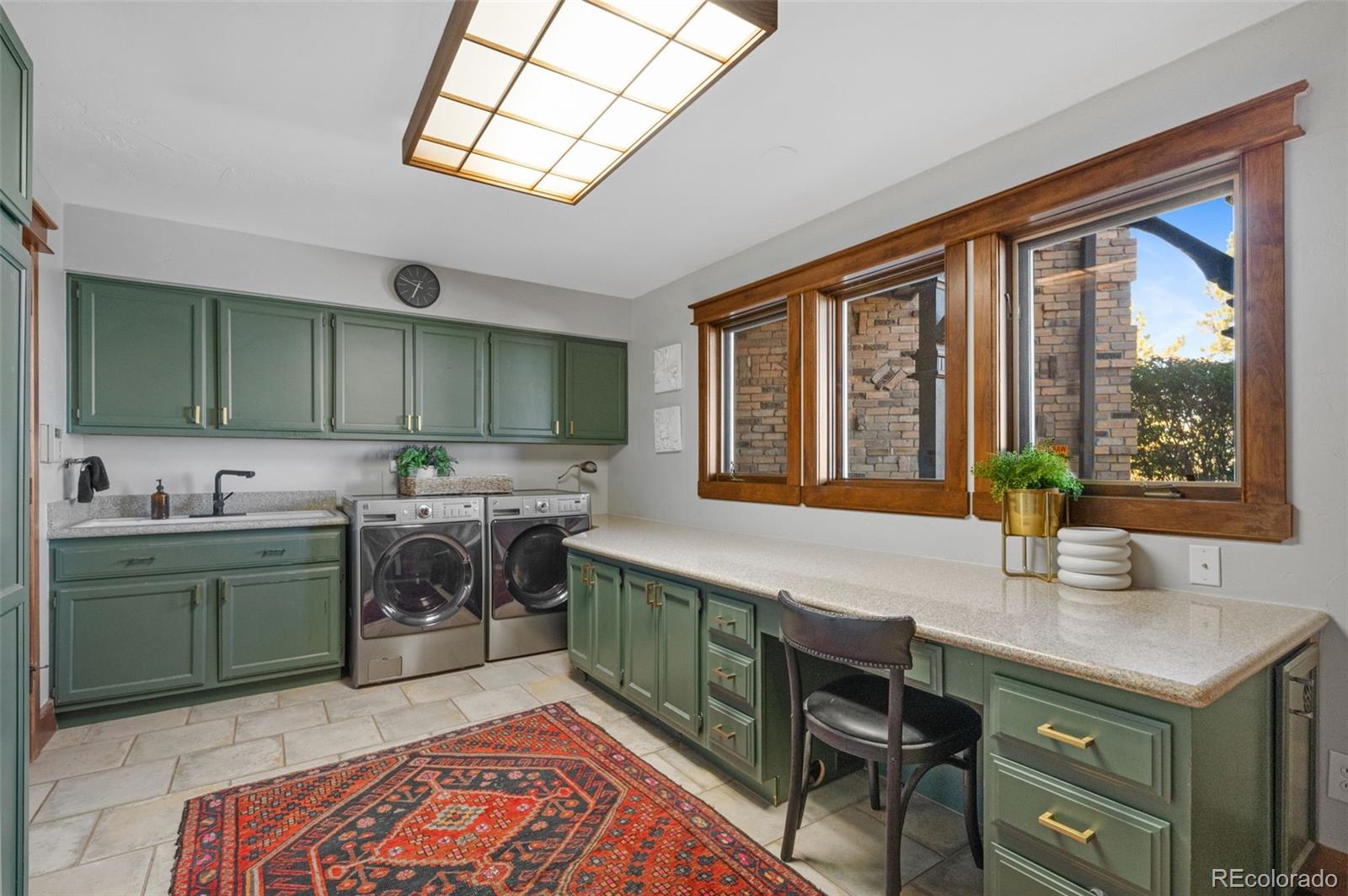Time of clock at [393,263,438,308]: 6:48
